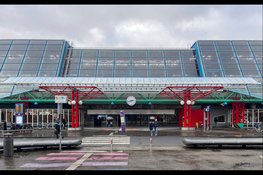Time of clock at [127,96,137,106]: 2:42
